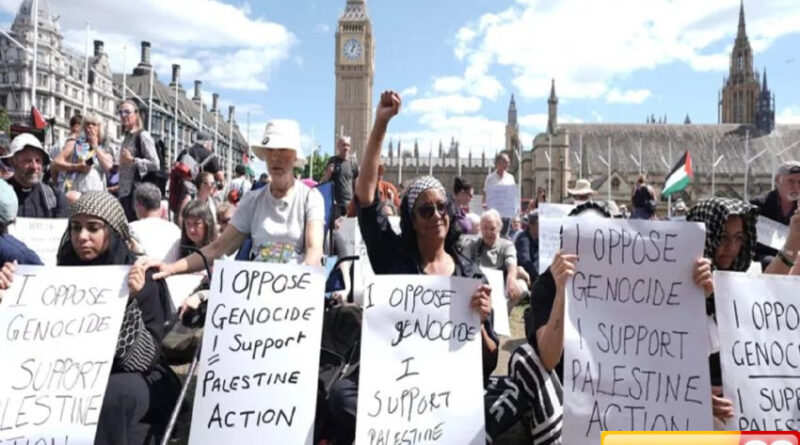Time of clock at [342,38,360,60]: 1:02
